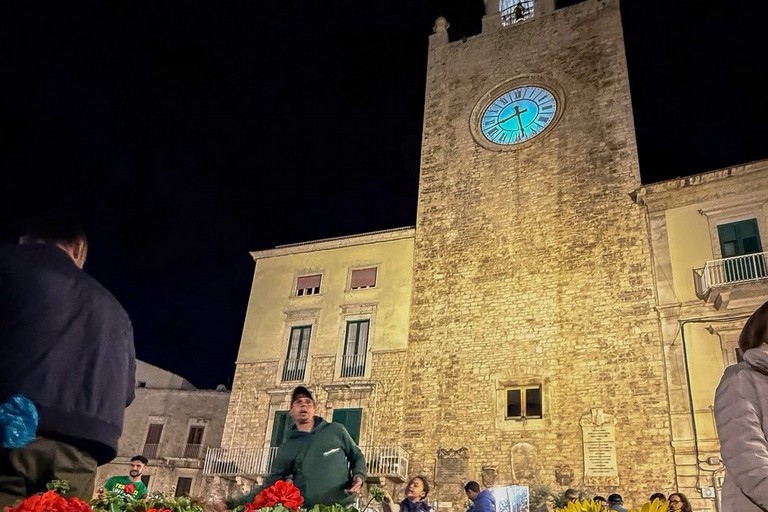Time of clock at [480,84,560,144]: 8:28
